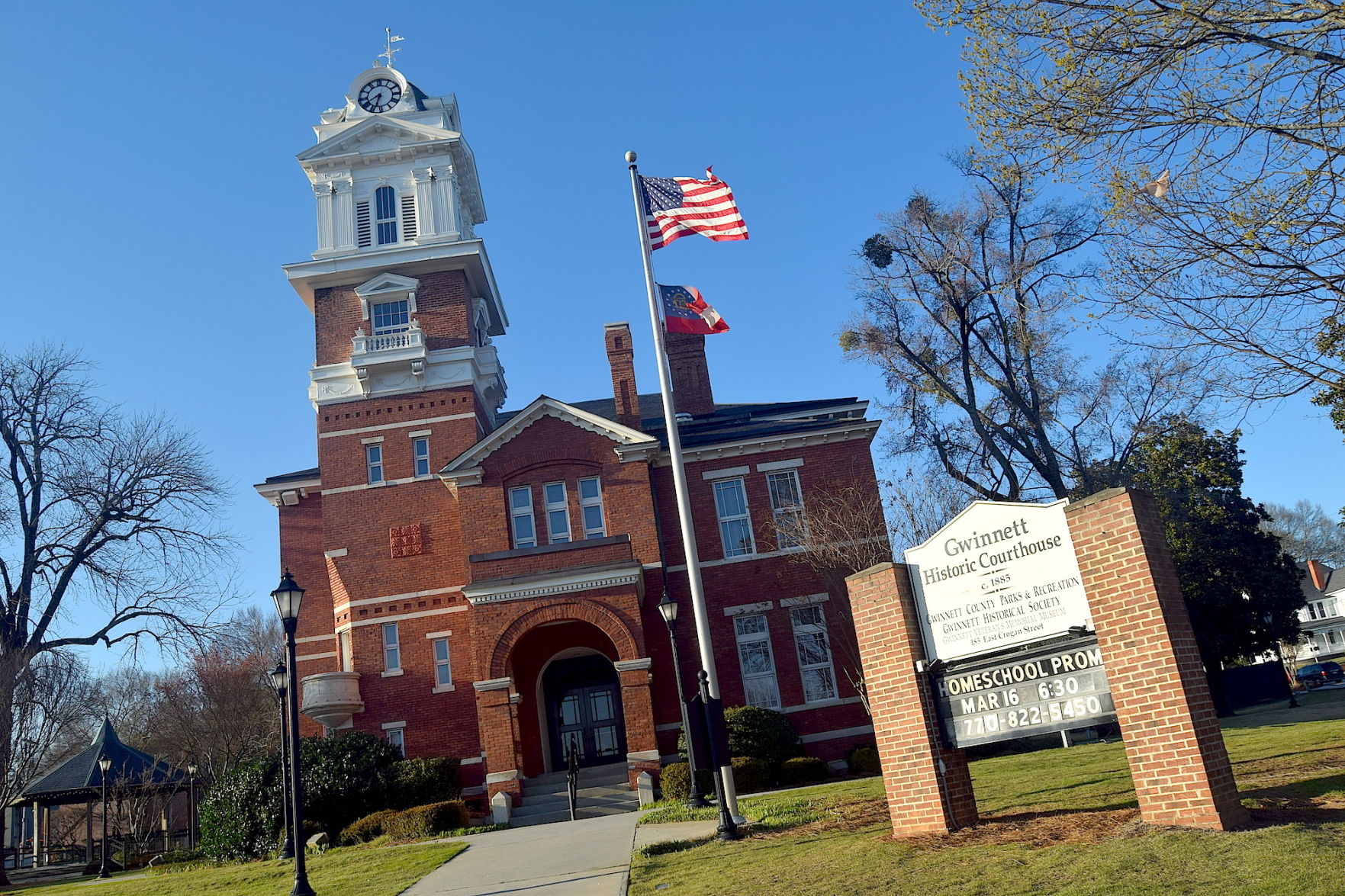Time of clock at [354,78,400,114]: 6:40
